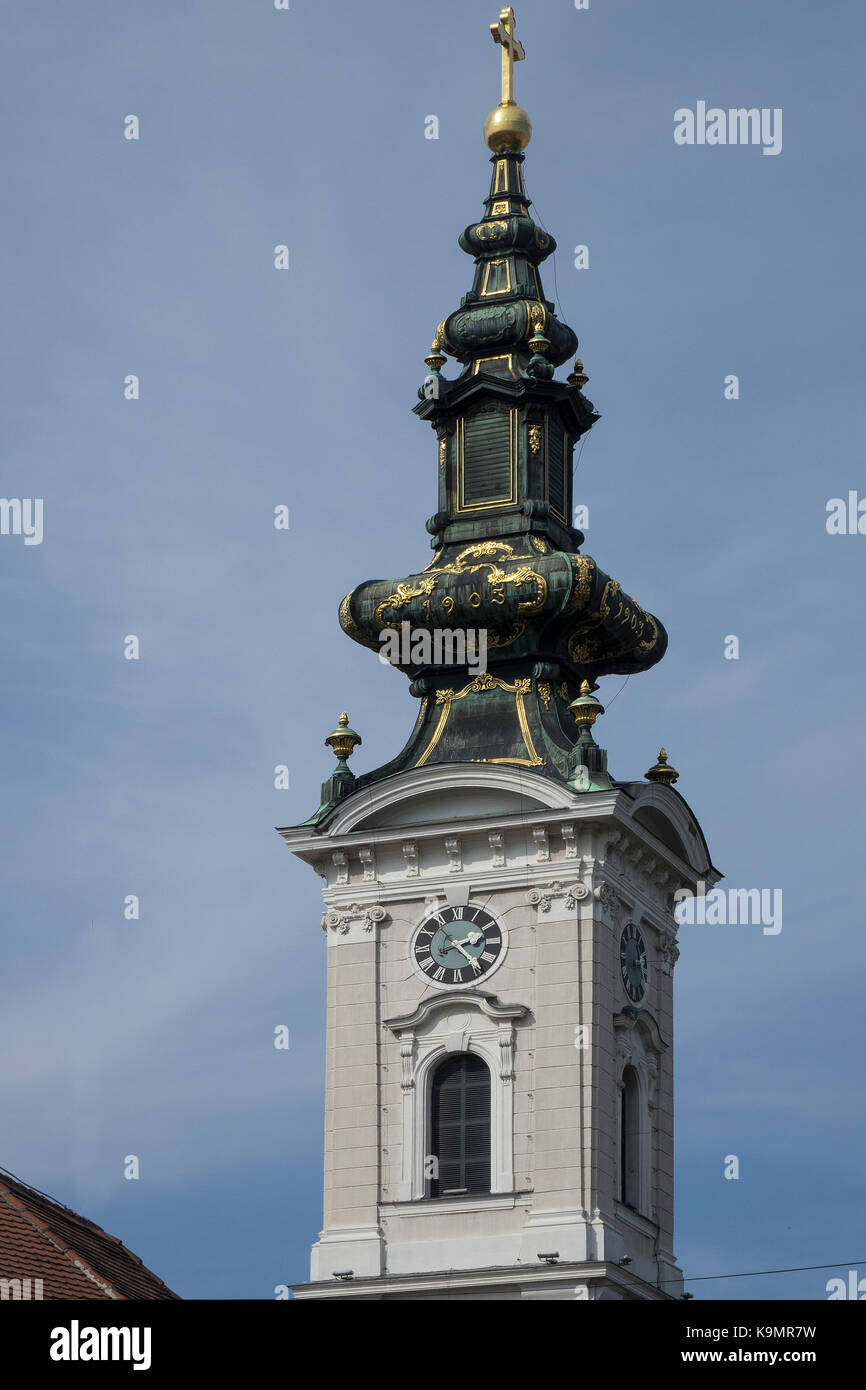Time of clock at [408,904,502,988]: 2:23
